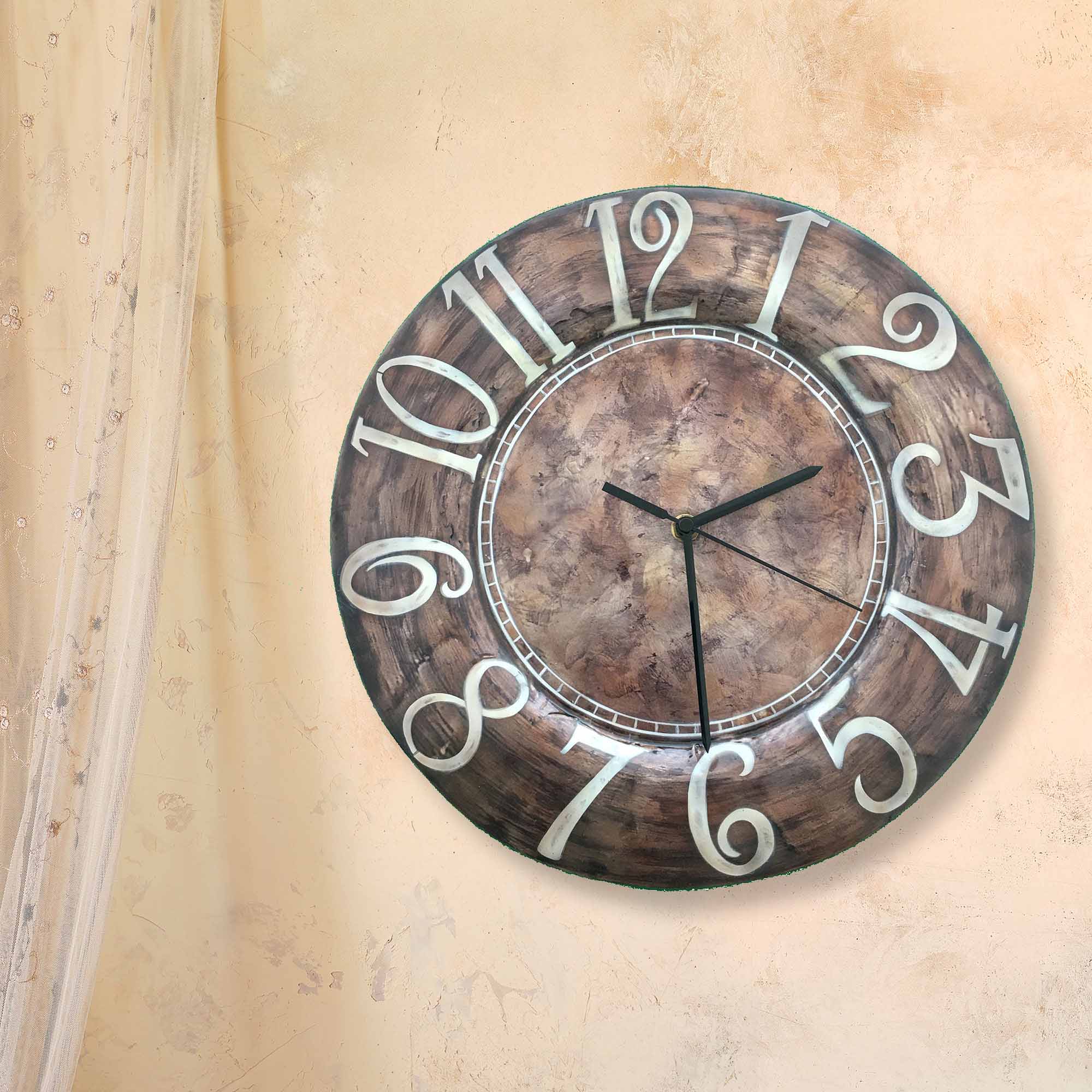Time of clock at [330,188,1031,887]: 2:30
